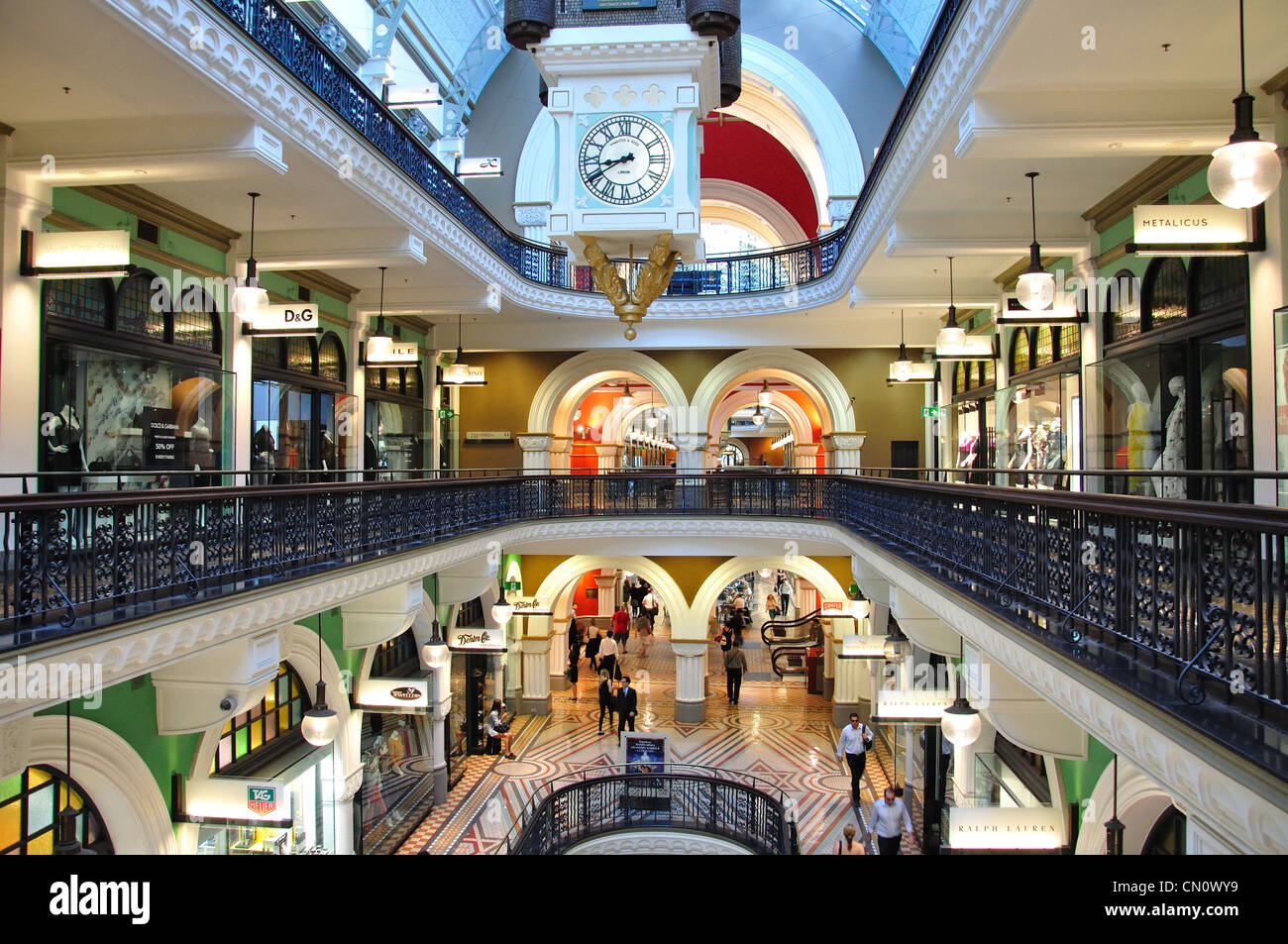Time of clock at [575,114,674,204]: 8:39
